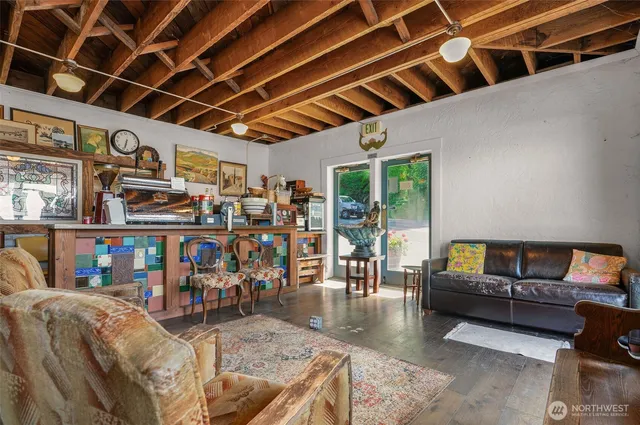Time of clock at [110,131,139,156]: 6:33
